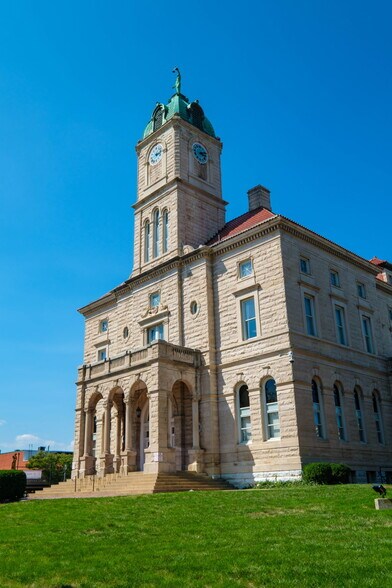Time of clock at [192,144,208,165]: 4:12
